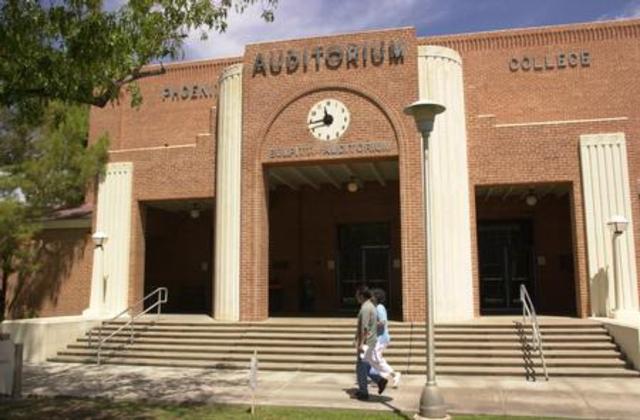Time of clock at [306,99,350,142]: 11:43
